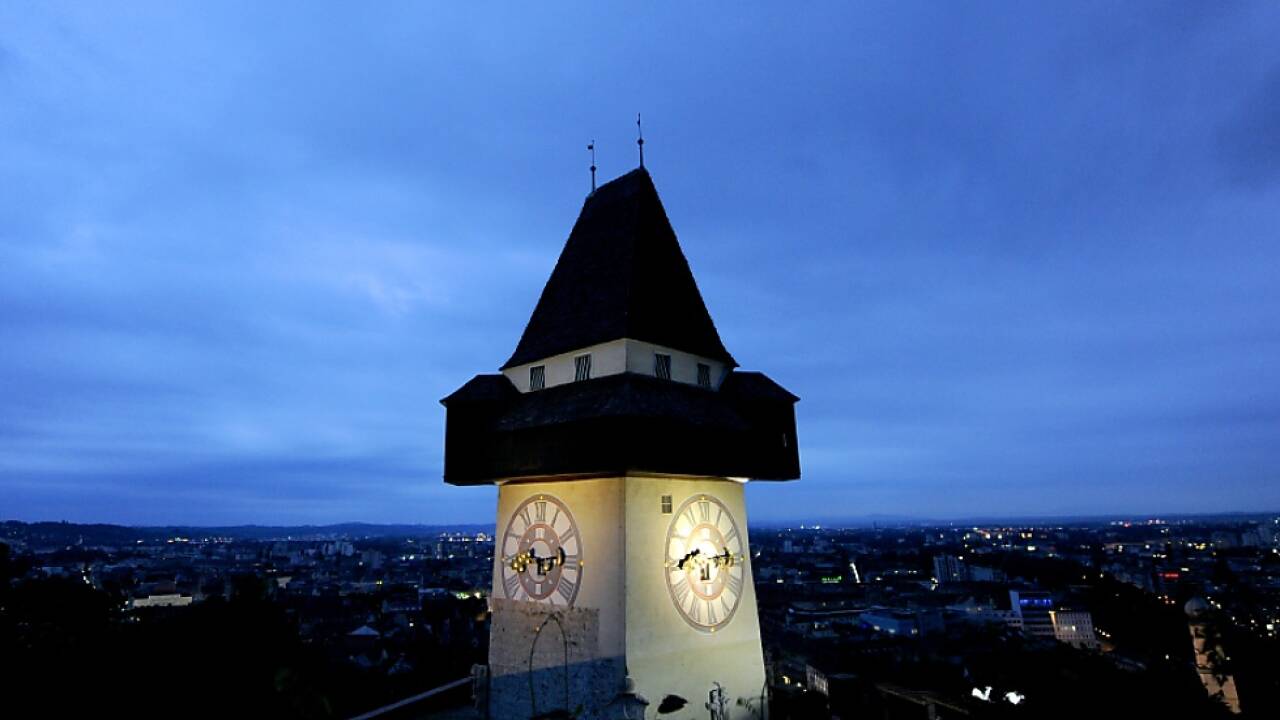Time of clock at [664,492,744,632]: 8:14
